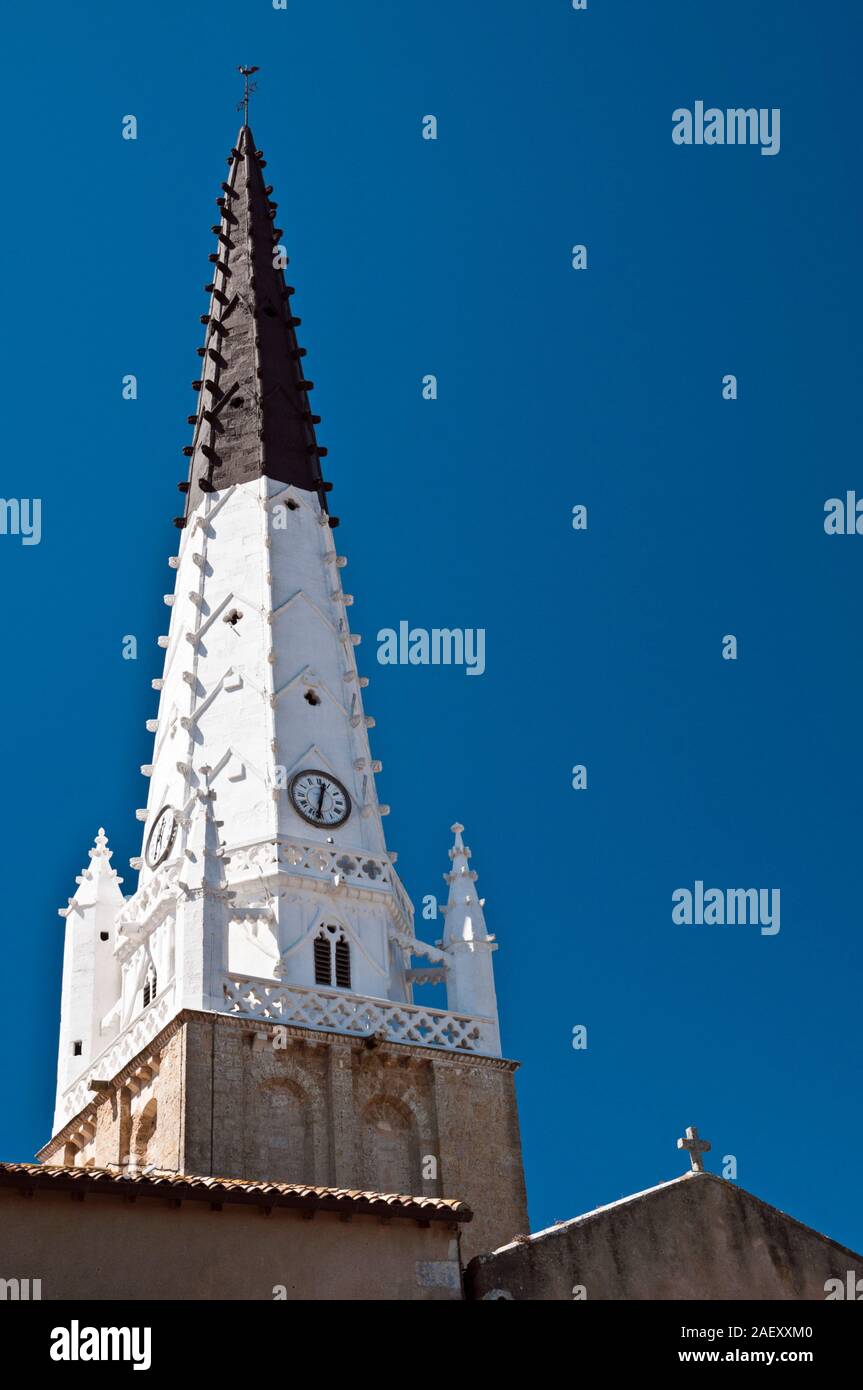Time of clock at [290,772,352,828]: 12:32
